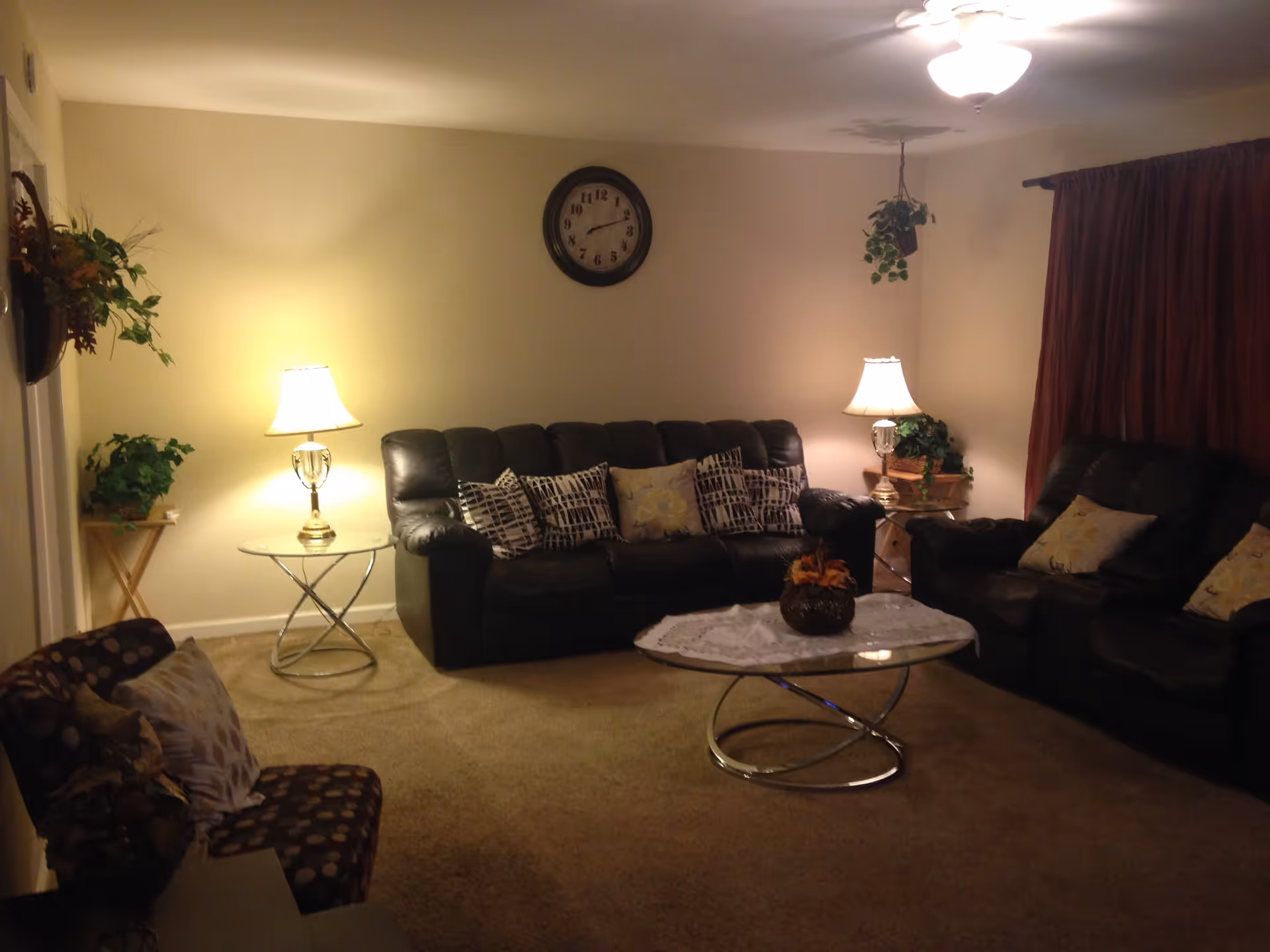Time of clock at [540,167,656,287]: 8:11
